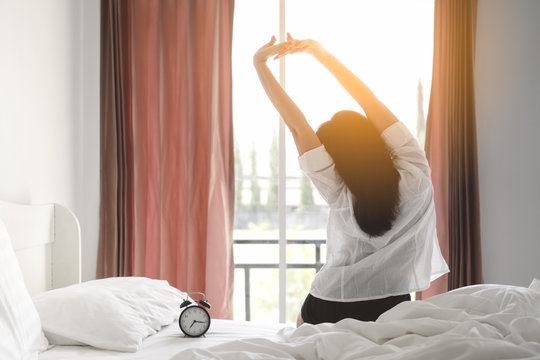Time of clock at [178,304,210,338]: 7:16
